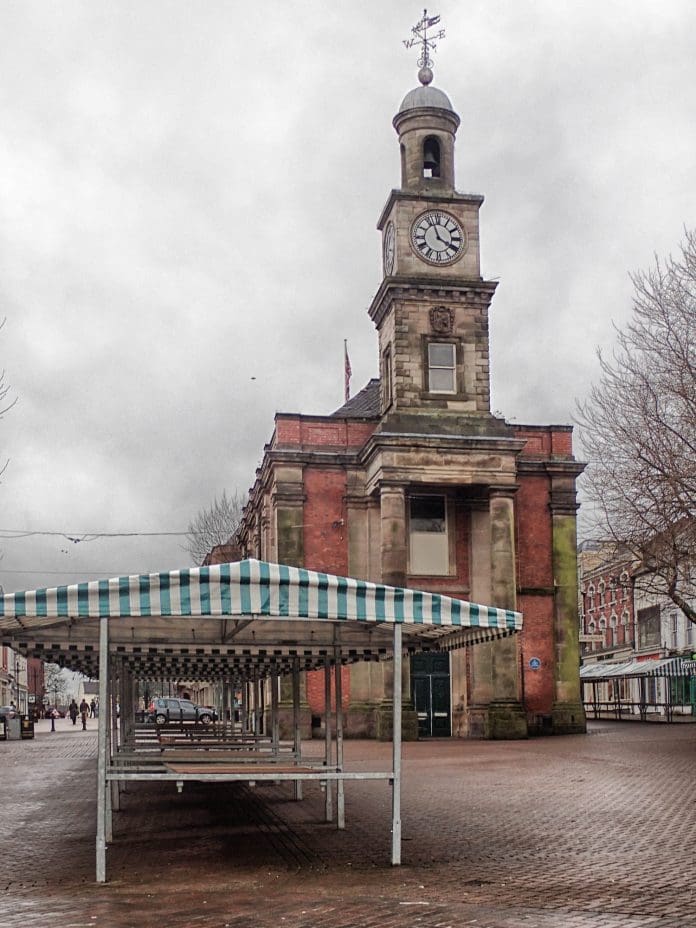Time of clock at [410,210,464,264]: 3:56
